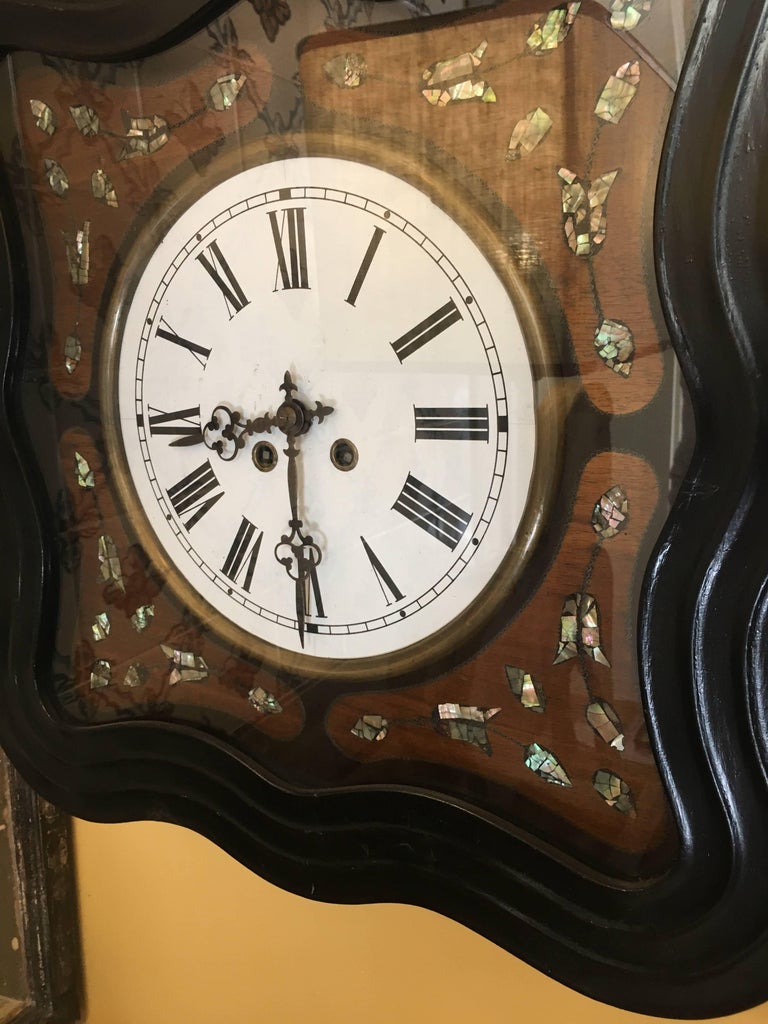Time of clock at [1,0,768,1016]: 8:30
